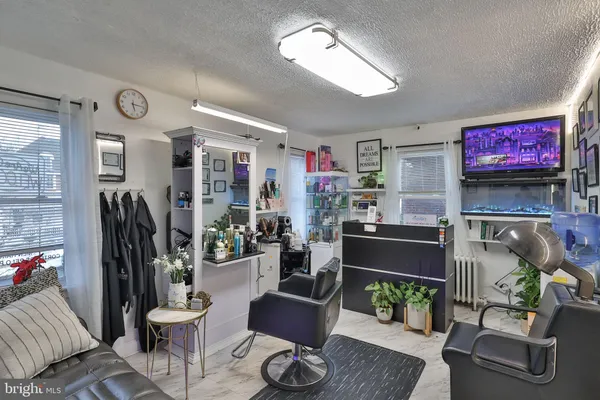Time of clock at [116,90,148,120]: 5:14
